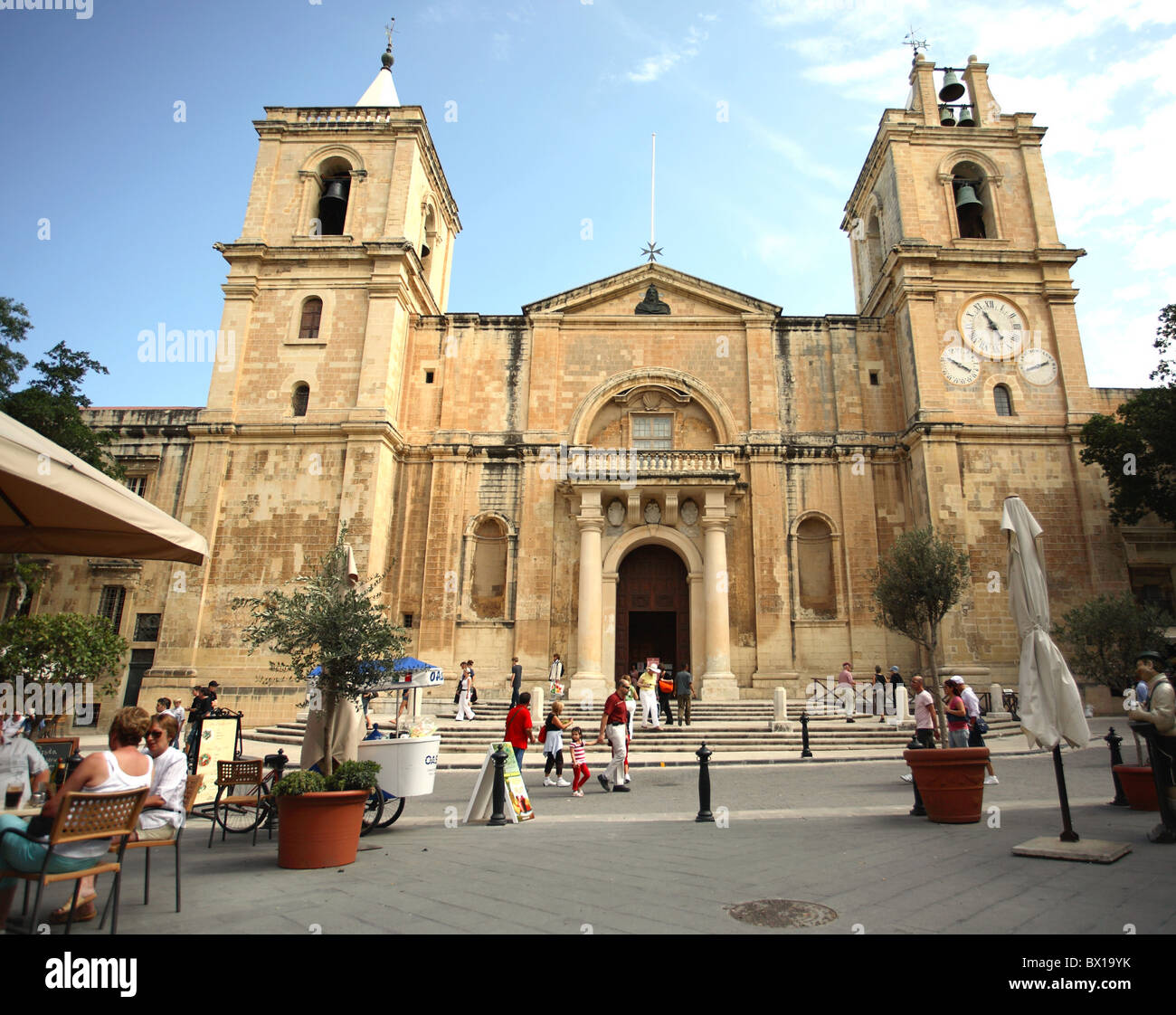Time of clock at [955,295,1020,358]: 10:55
